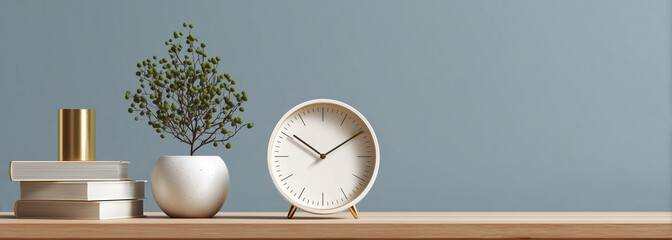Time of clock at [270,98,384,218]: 10:09
